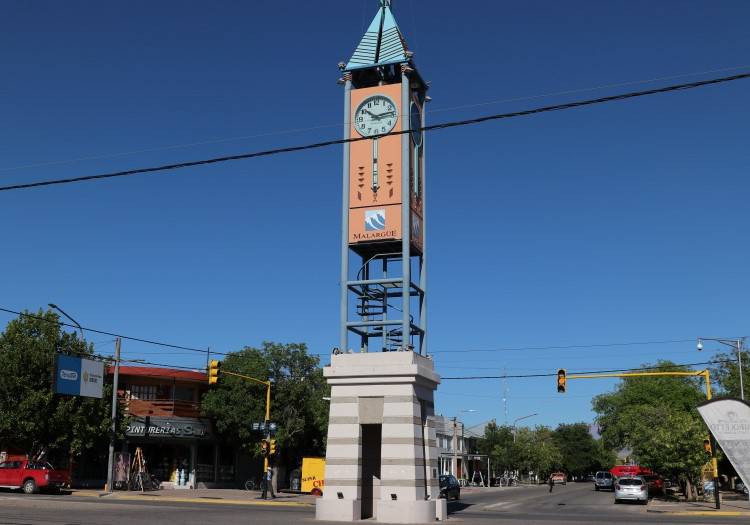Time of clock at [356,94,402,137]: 10:13
